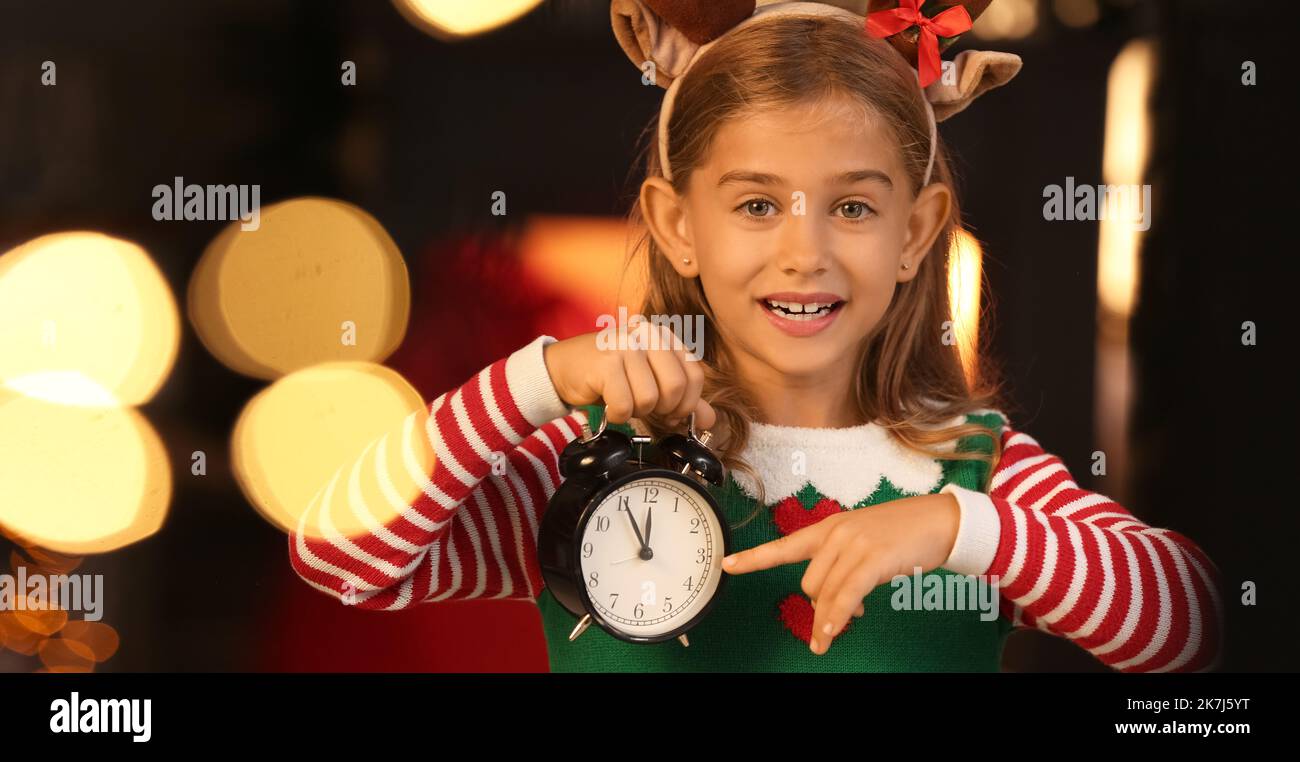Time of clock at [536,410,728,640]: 11:55
